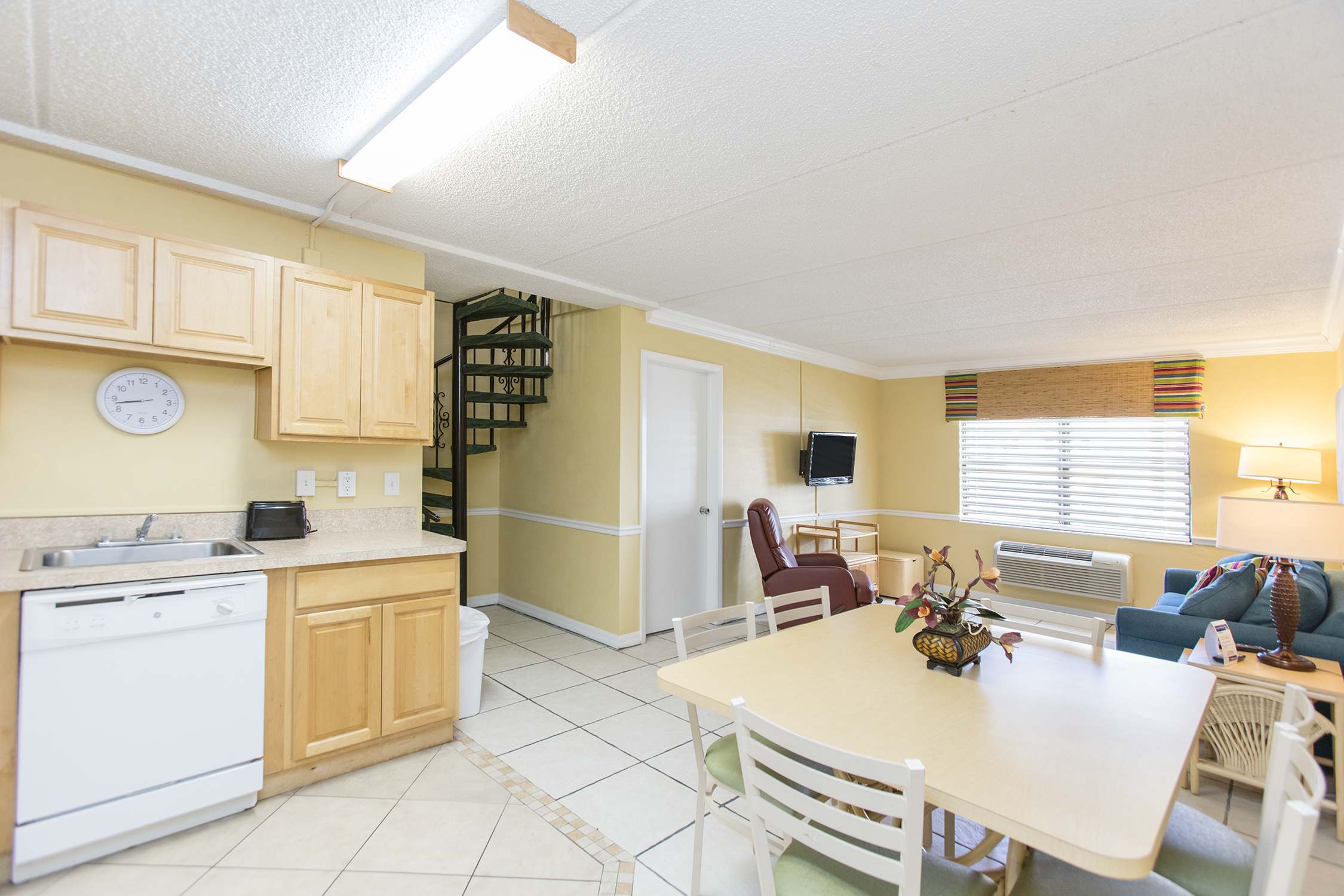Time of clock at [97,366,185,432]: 8:42
